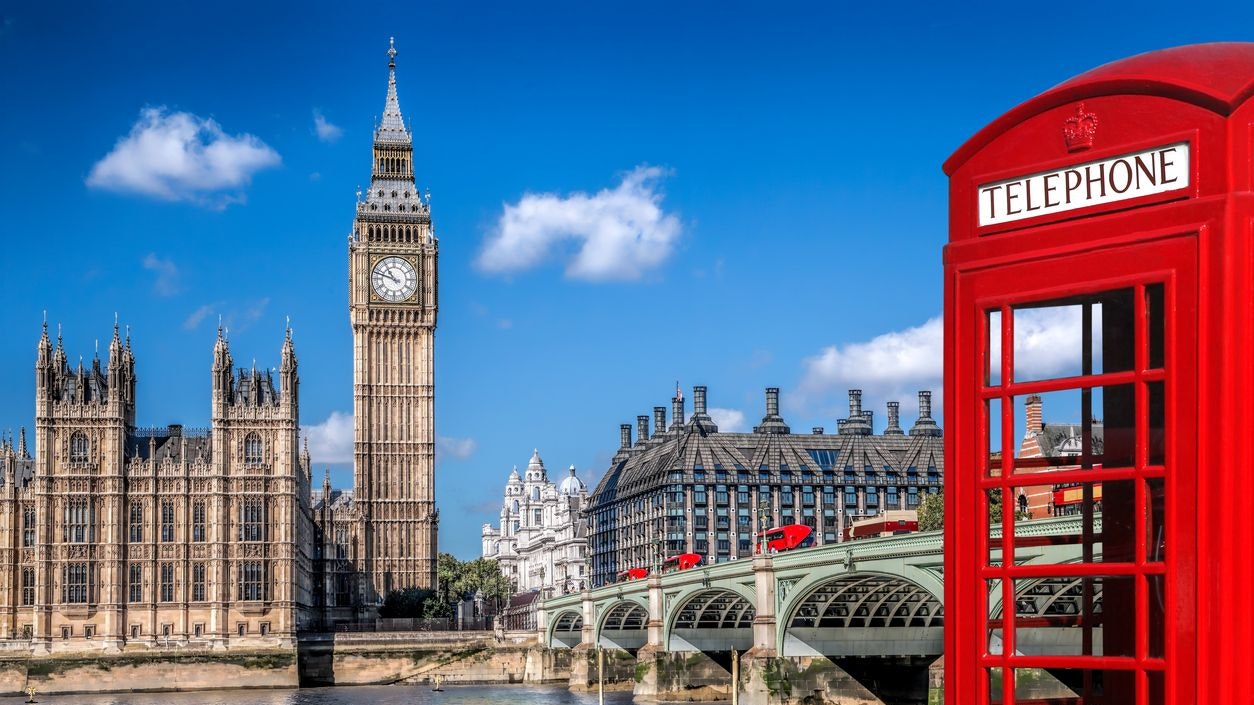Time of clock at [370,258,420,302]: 10:47
